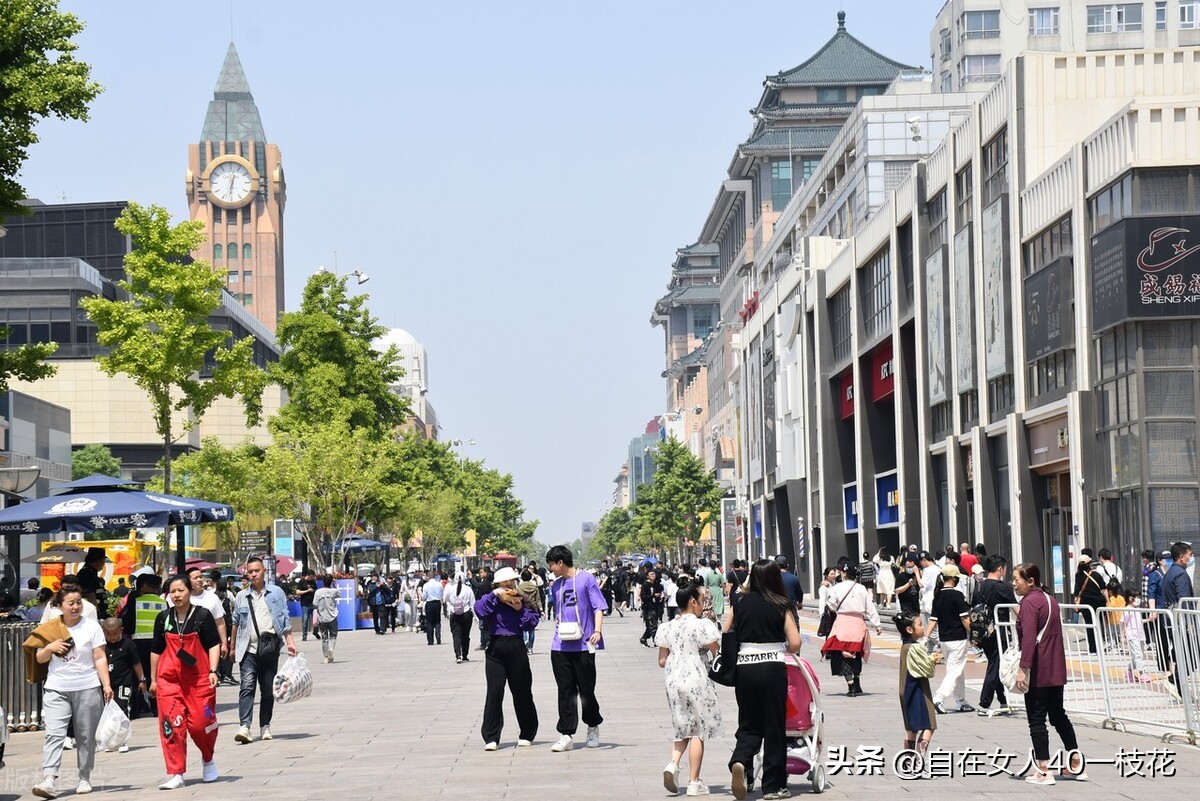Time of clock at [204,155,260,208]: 12:31
